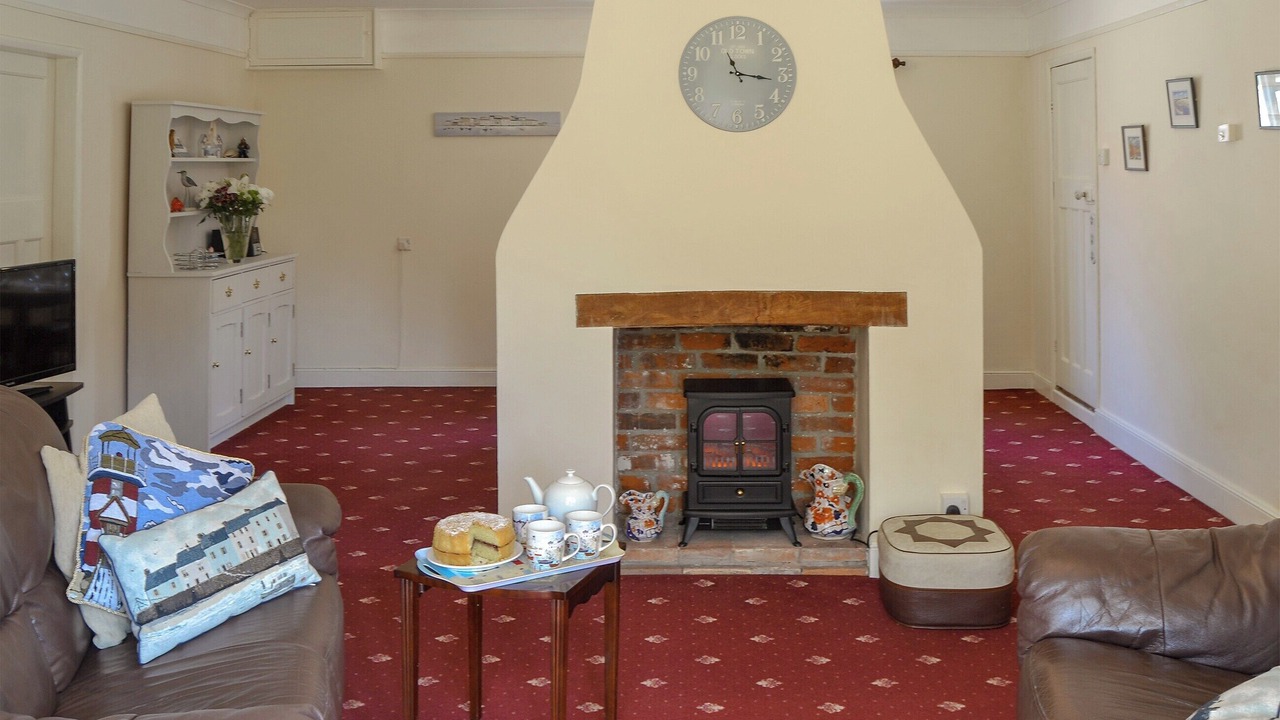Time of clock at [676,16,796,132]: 11:16
